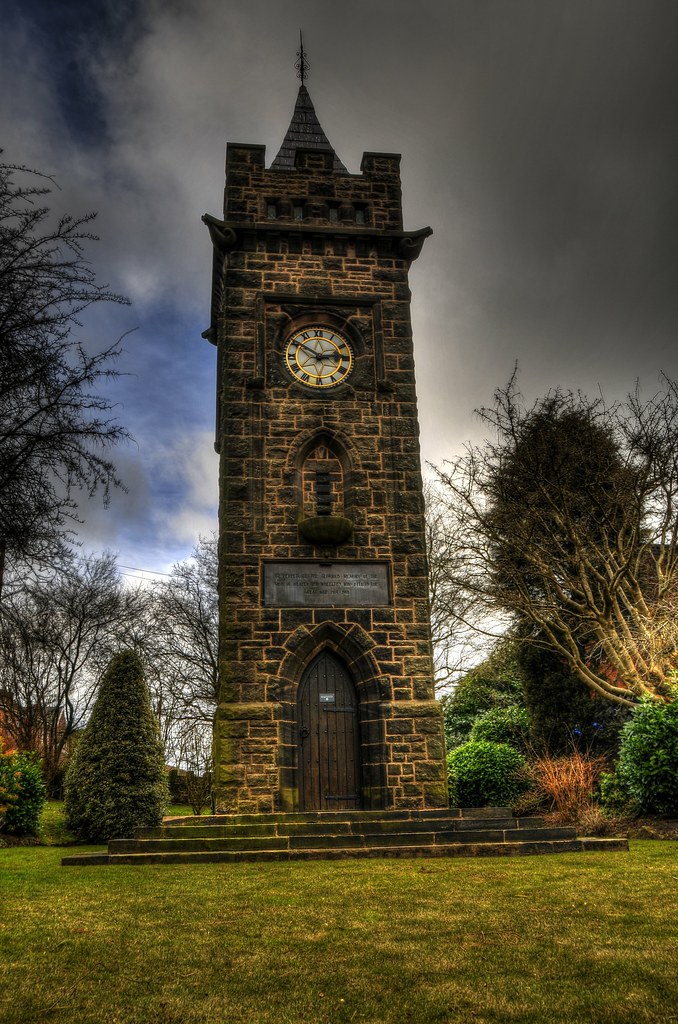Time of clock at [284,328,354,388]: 2:50
